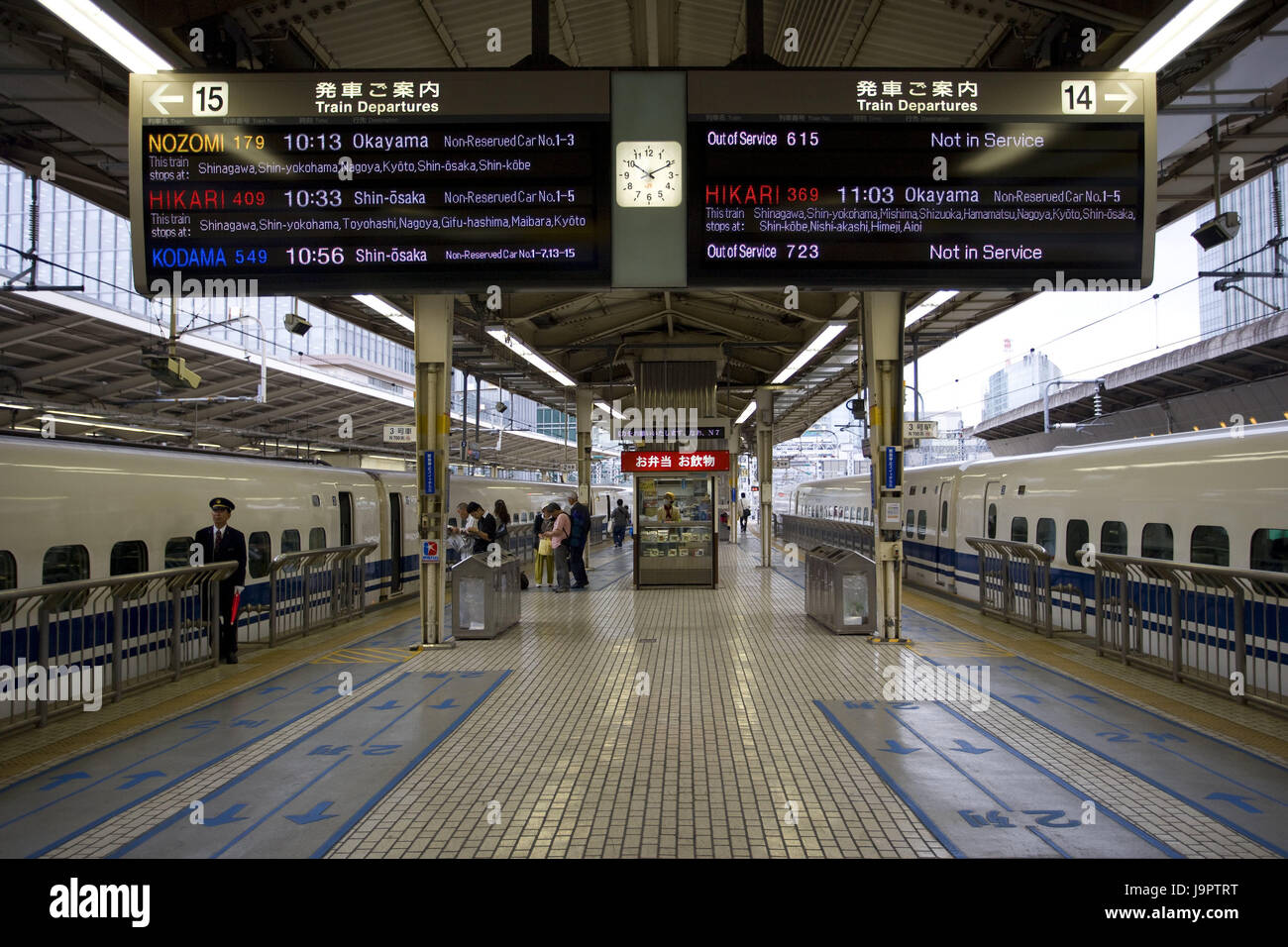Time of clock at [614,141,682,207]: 10:10
